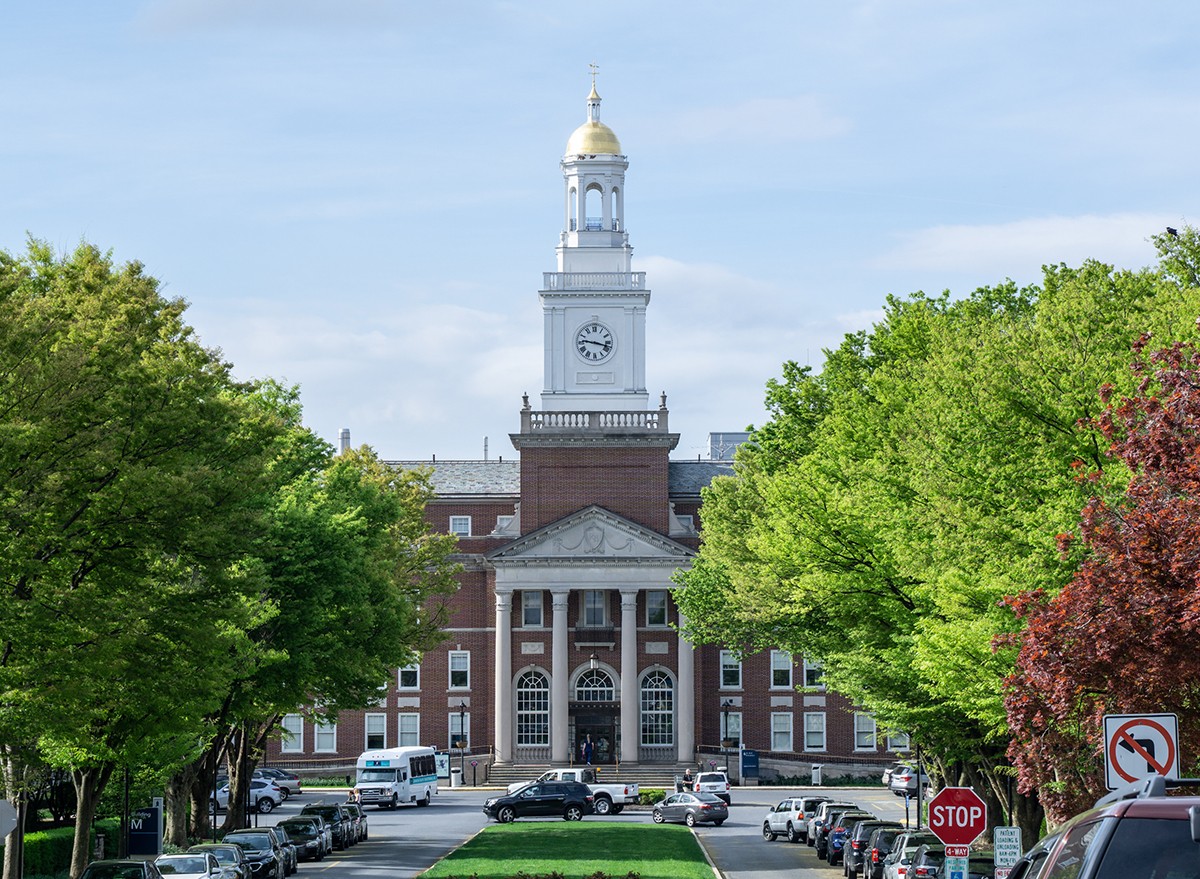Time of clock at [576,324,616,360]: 9:17
